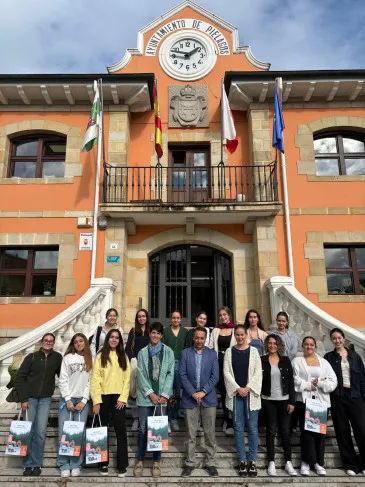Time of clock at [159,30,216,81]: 1:47
